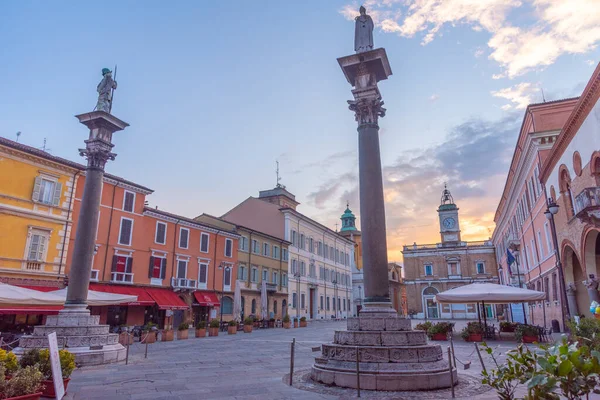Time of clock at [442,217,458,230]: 6:54
